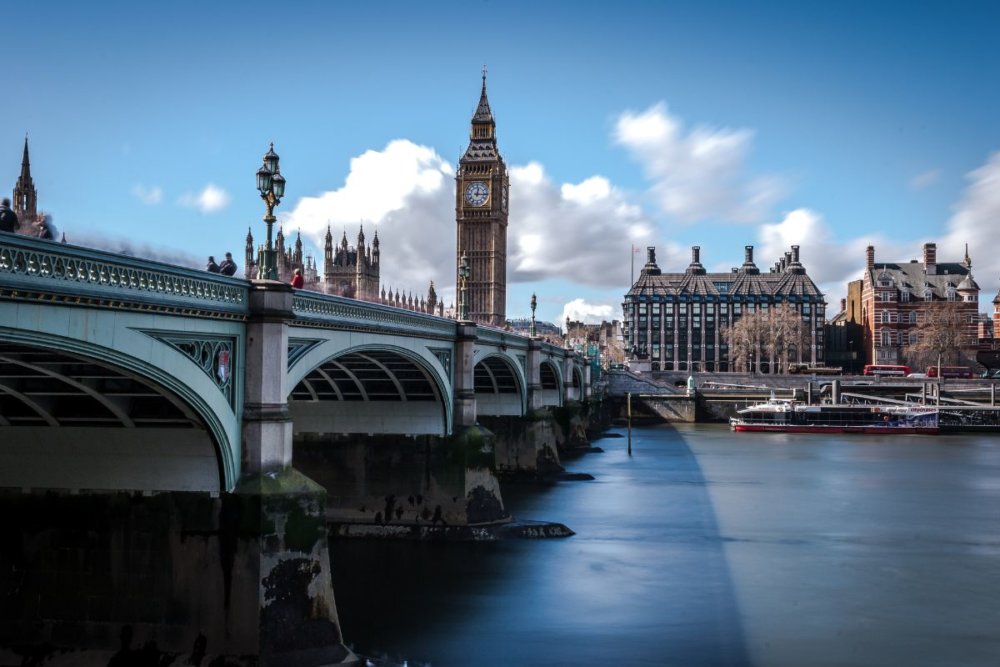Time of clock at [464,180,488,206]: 12:15
